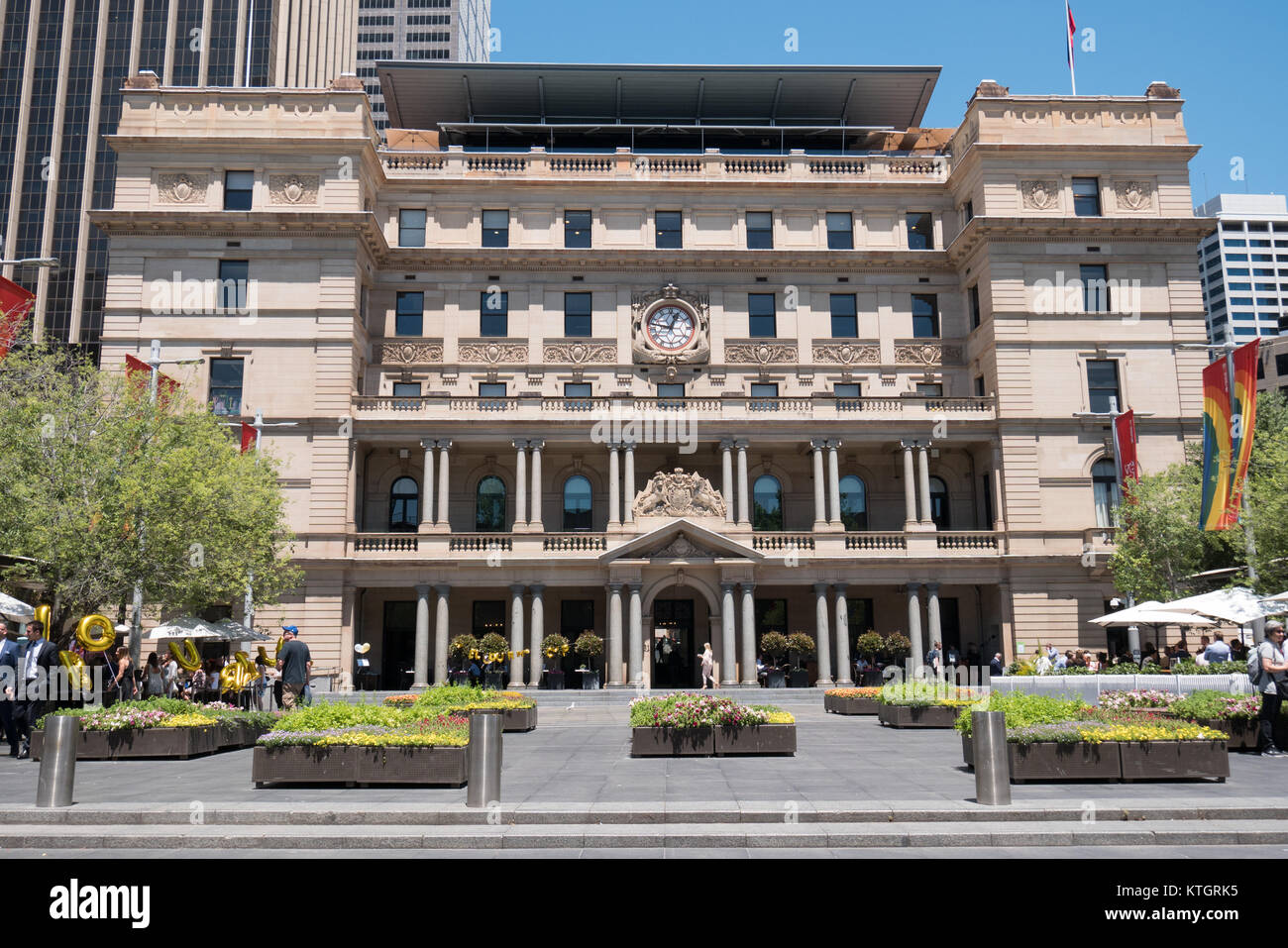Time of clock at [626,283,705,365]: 12:46
